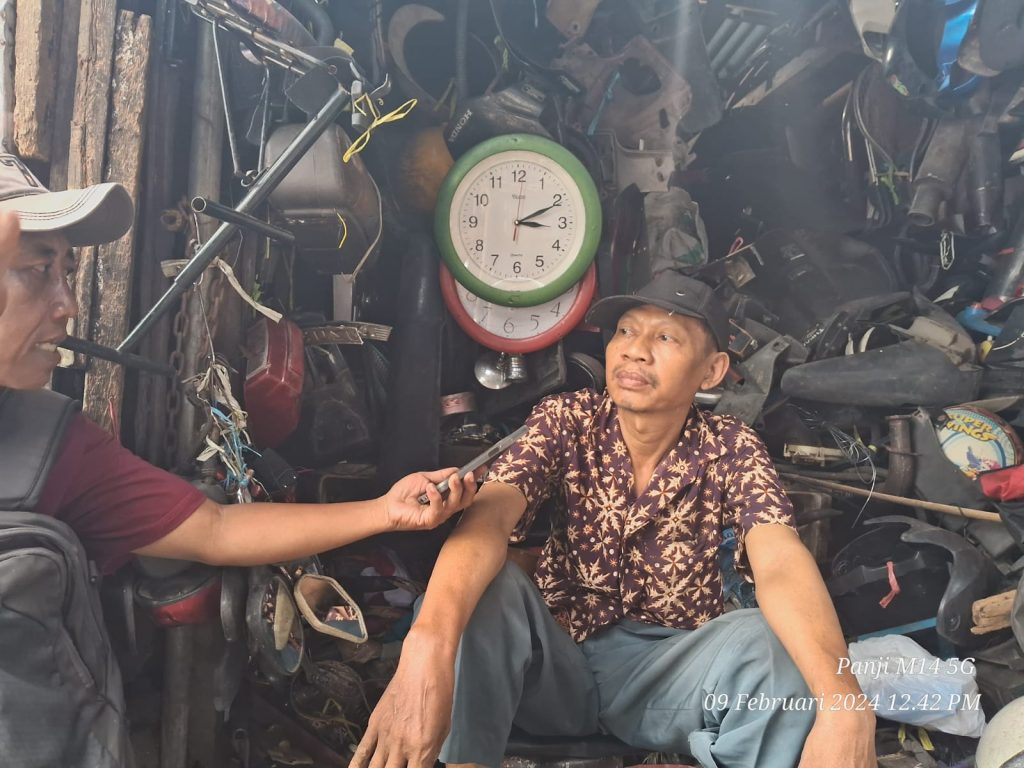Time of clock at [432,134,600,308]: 3:10
